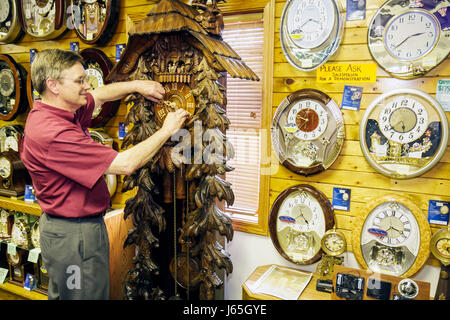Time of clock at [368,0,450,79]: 2:38
